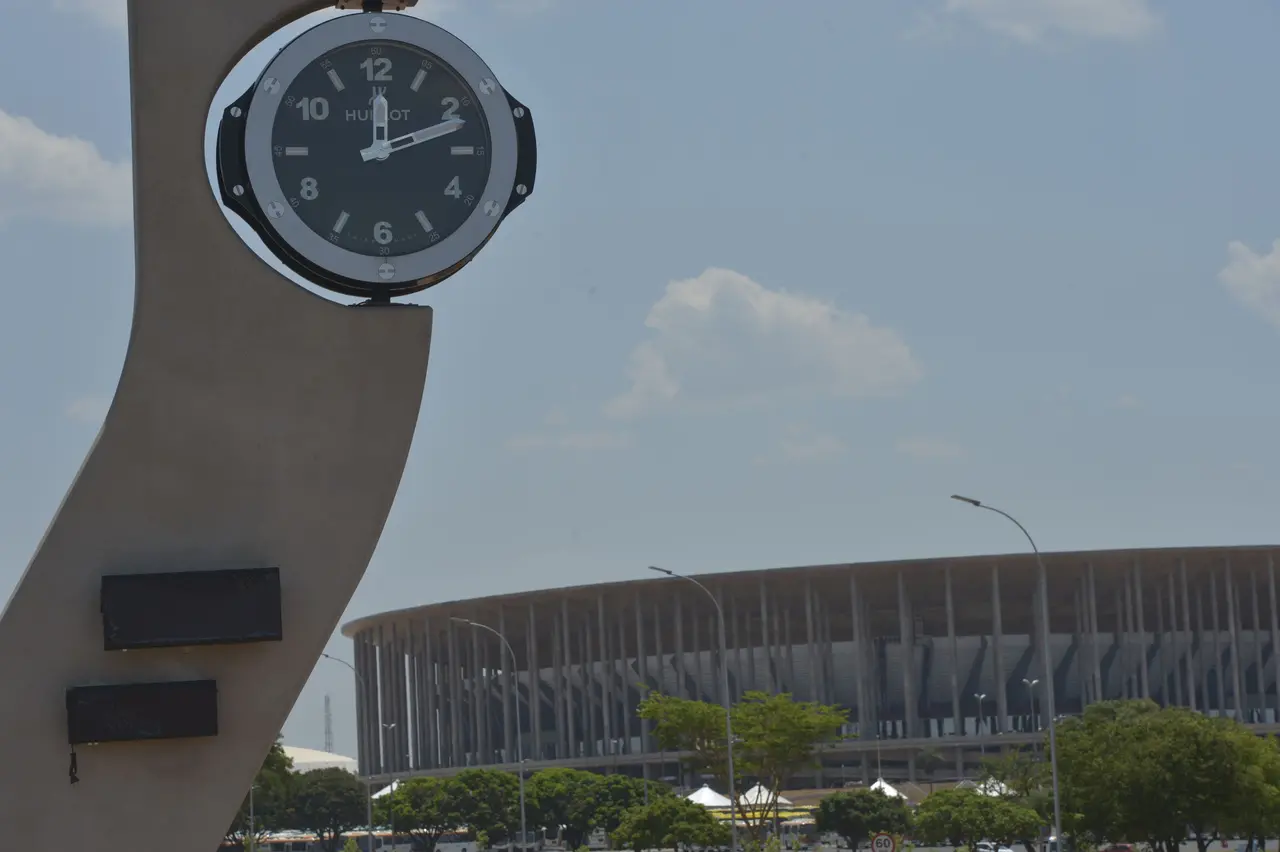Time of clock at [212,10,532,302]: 12:11
